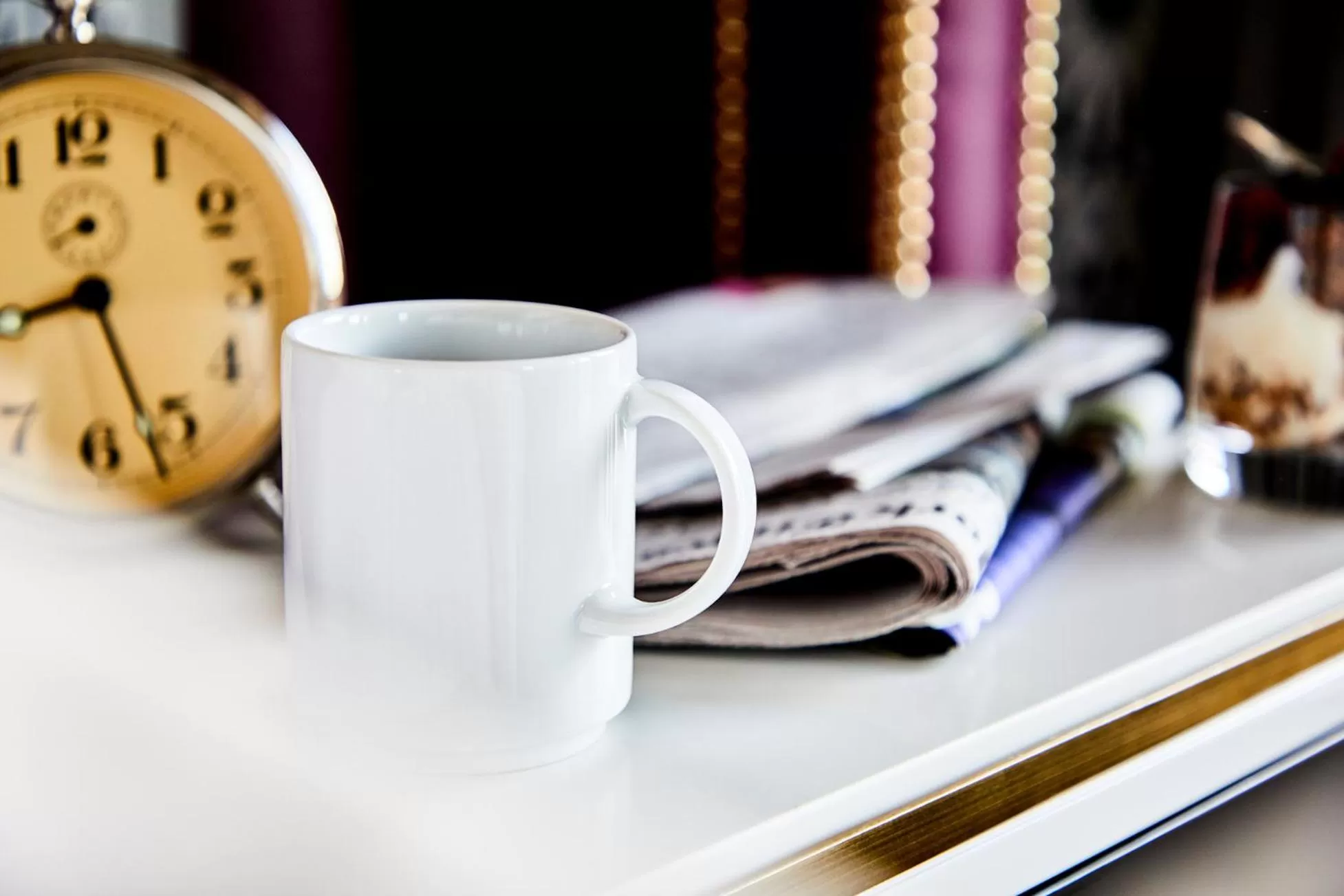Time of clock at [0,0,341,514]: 8:26
